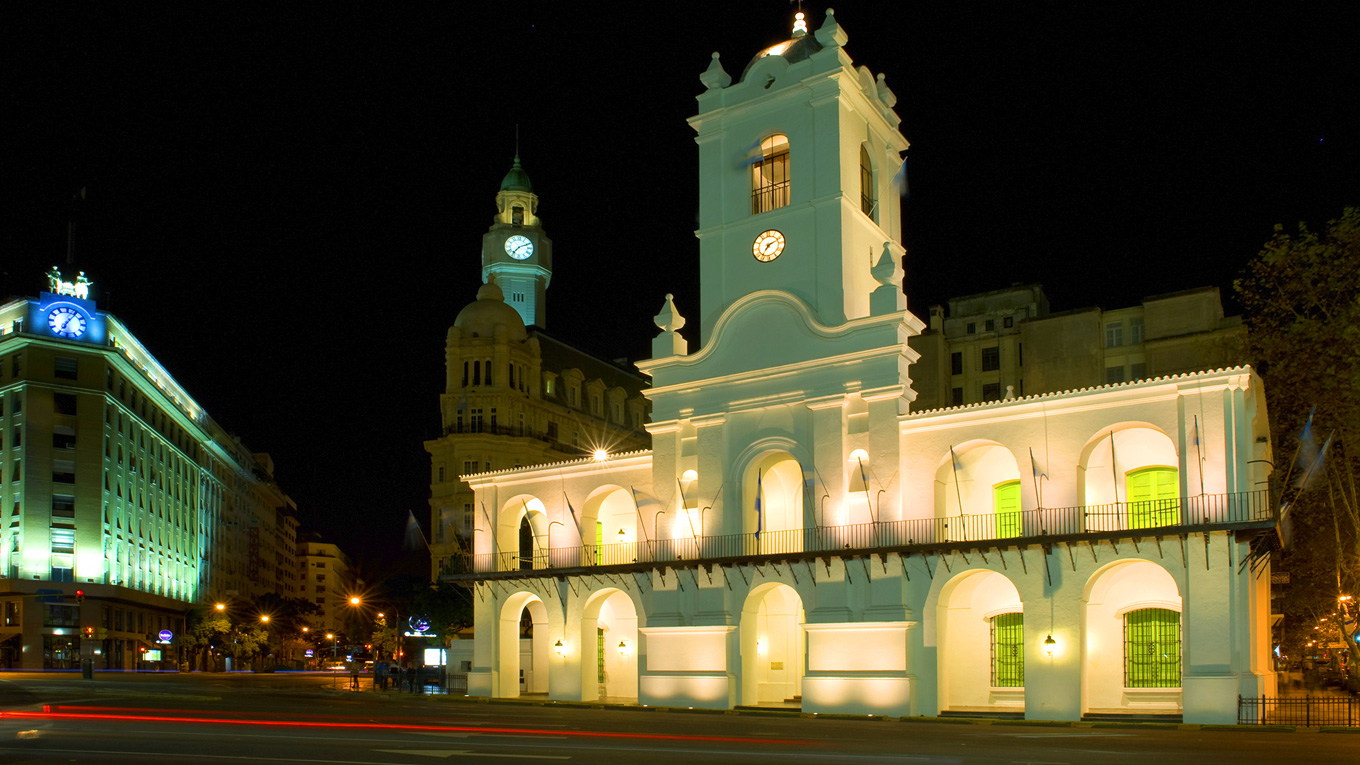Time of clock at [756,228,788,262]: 7:11
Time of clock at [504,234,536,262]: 7:10
